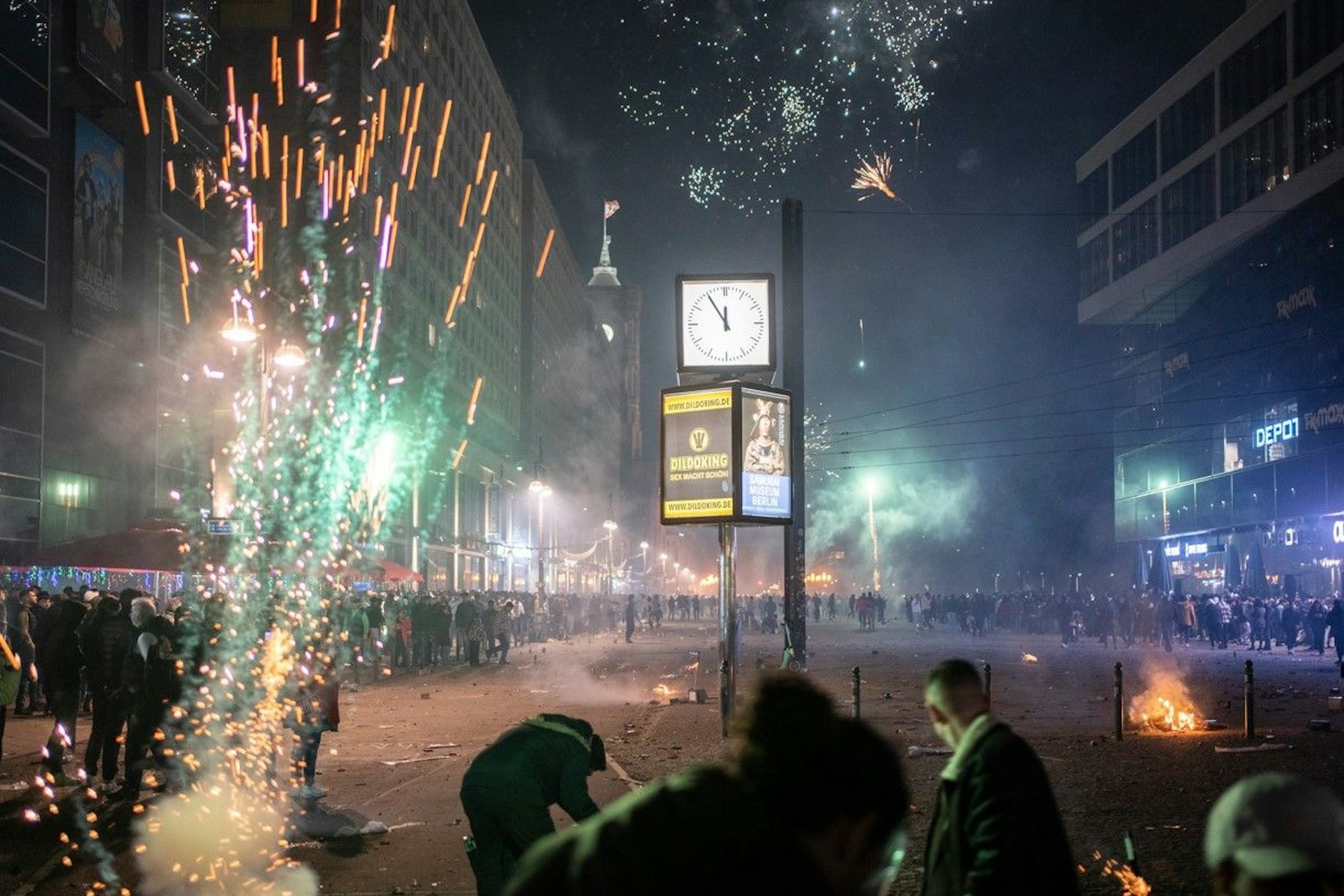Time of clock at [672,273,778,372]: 11:54
